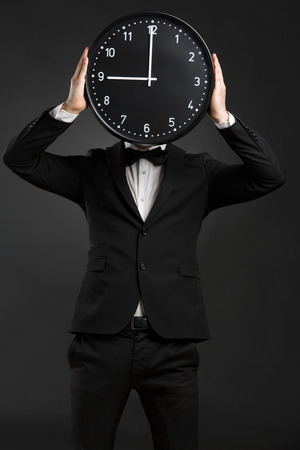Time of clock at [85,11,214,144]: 8:59
